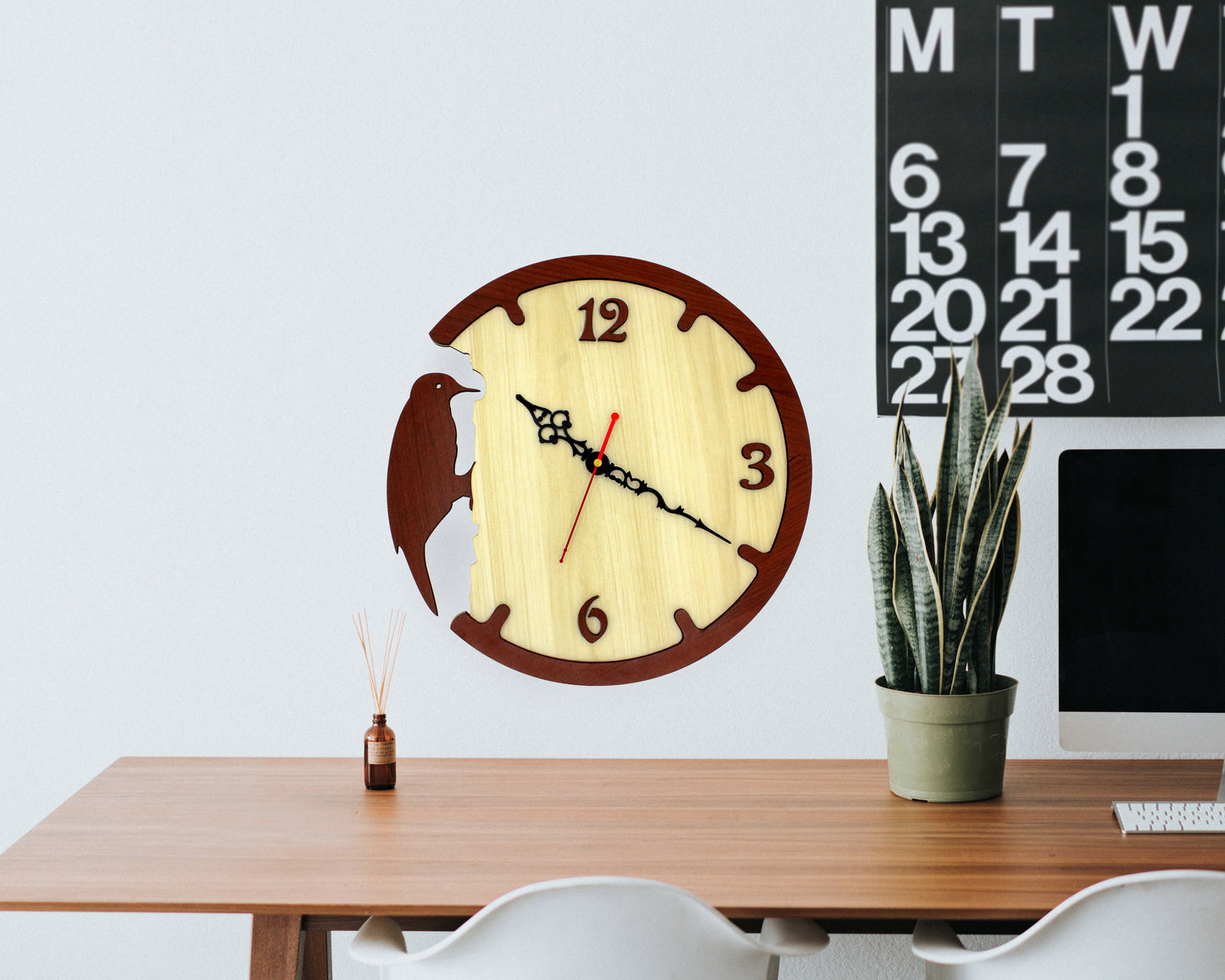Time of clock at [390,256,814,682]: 10:20
